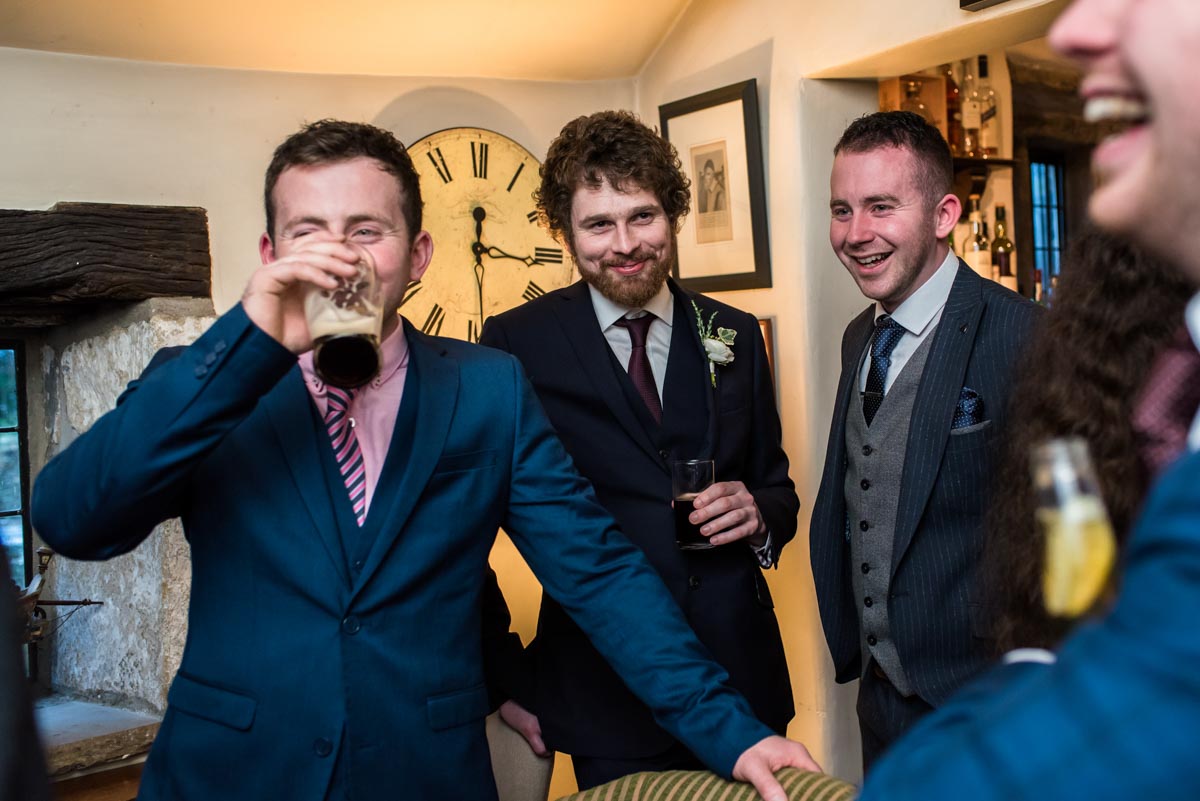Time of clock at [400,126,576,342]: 12:16
